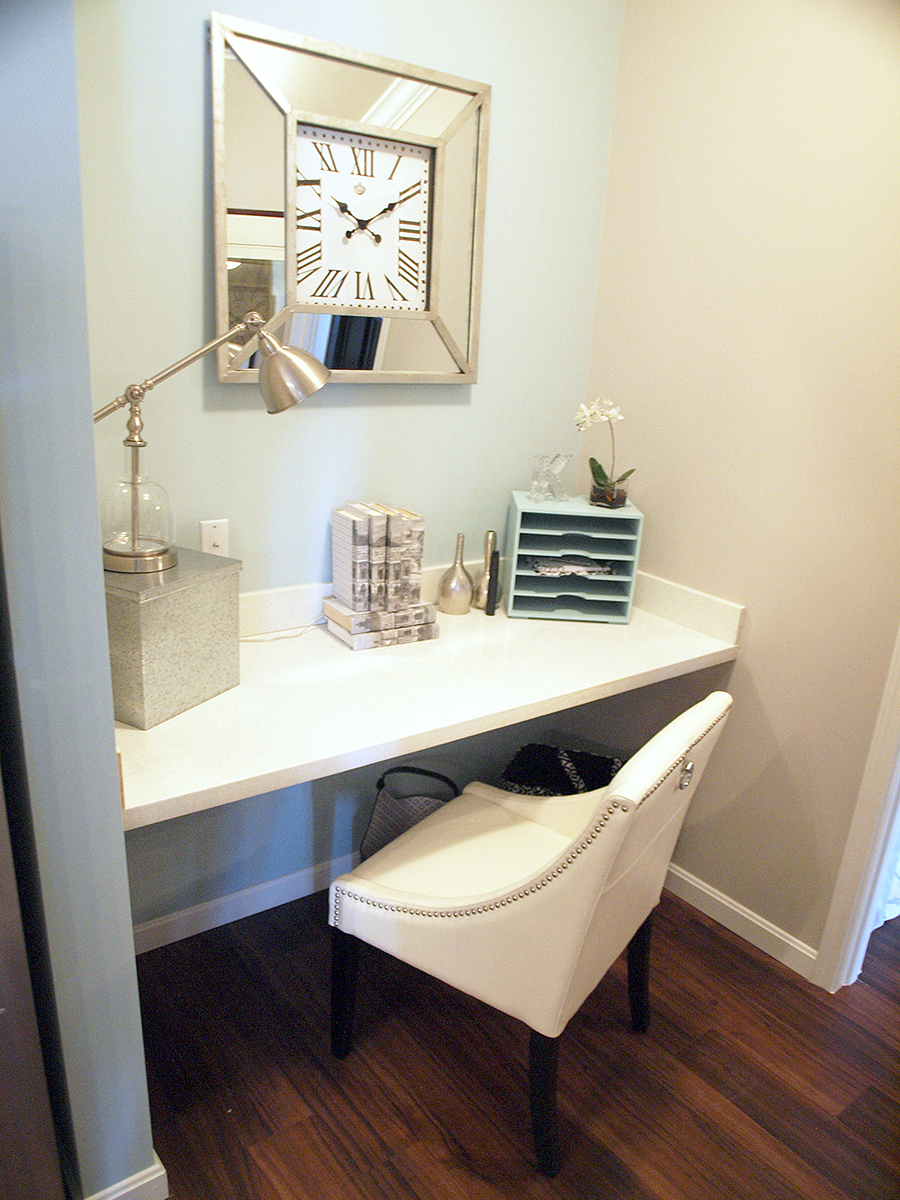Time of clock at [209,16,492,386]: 10:10
